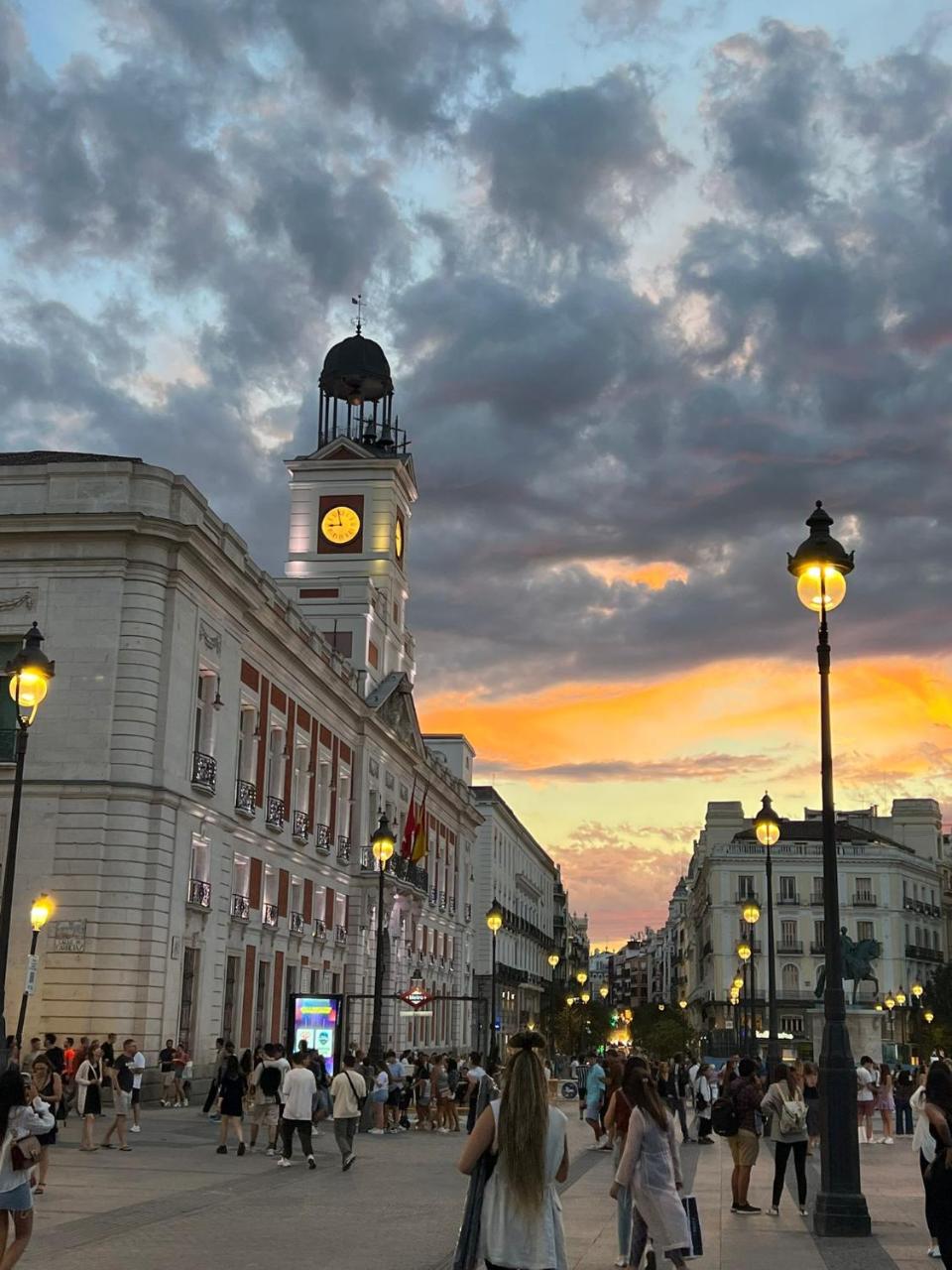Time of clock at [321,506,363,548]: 8:57
